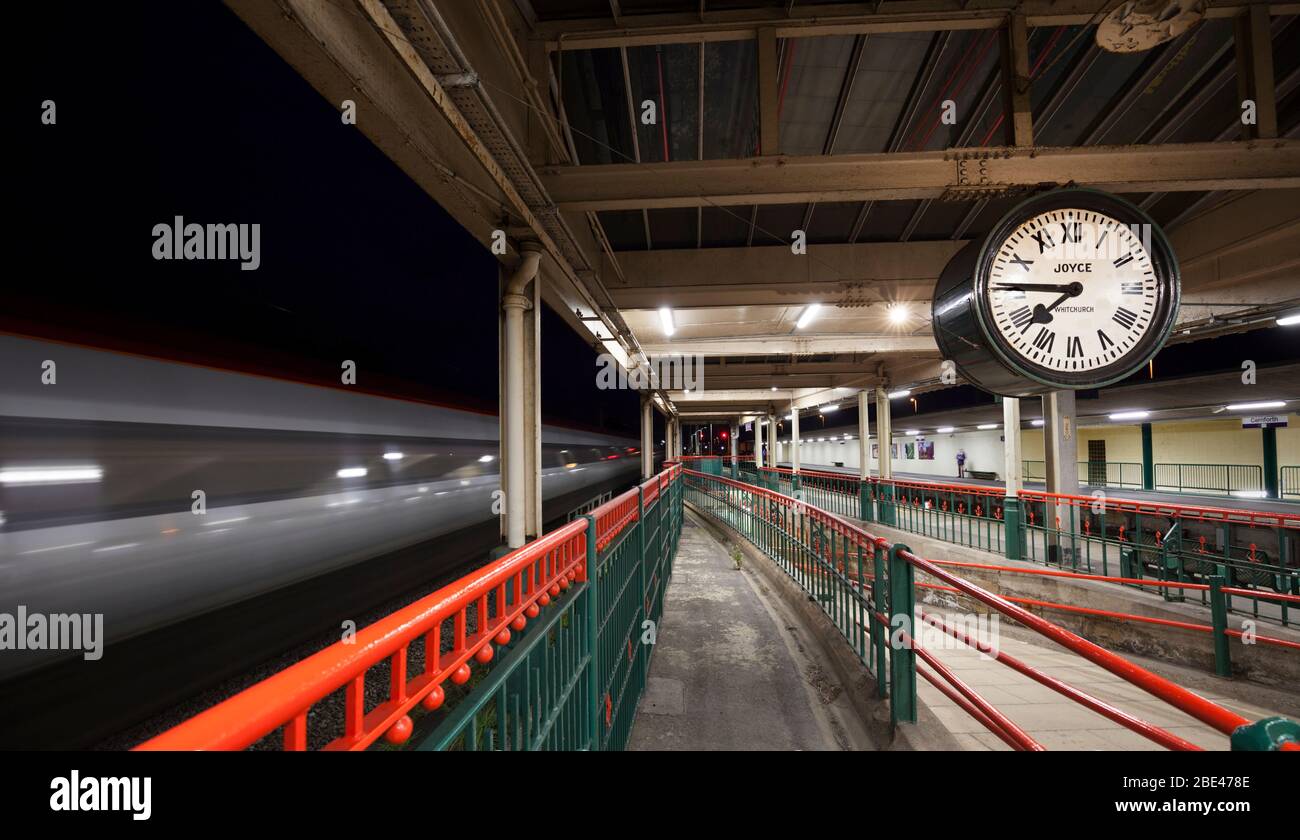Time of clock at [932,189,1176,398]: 7:45
